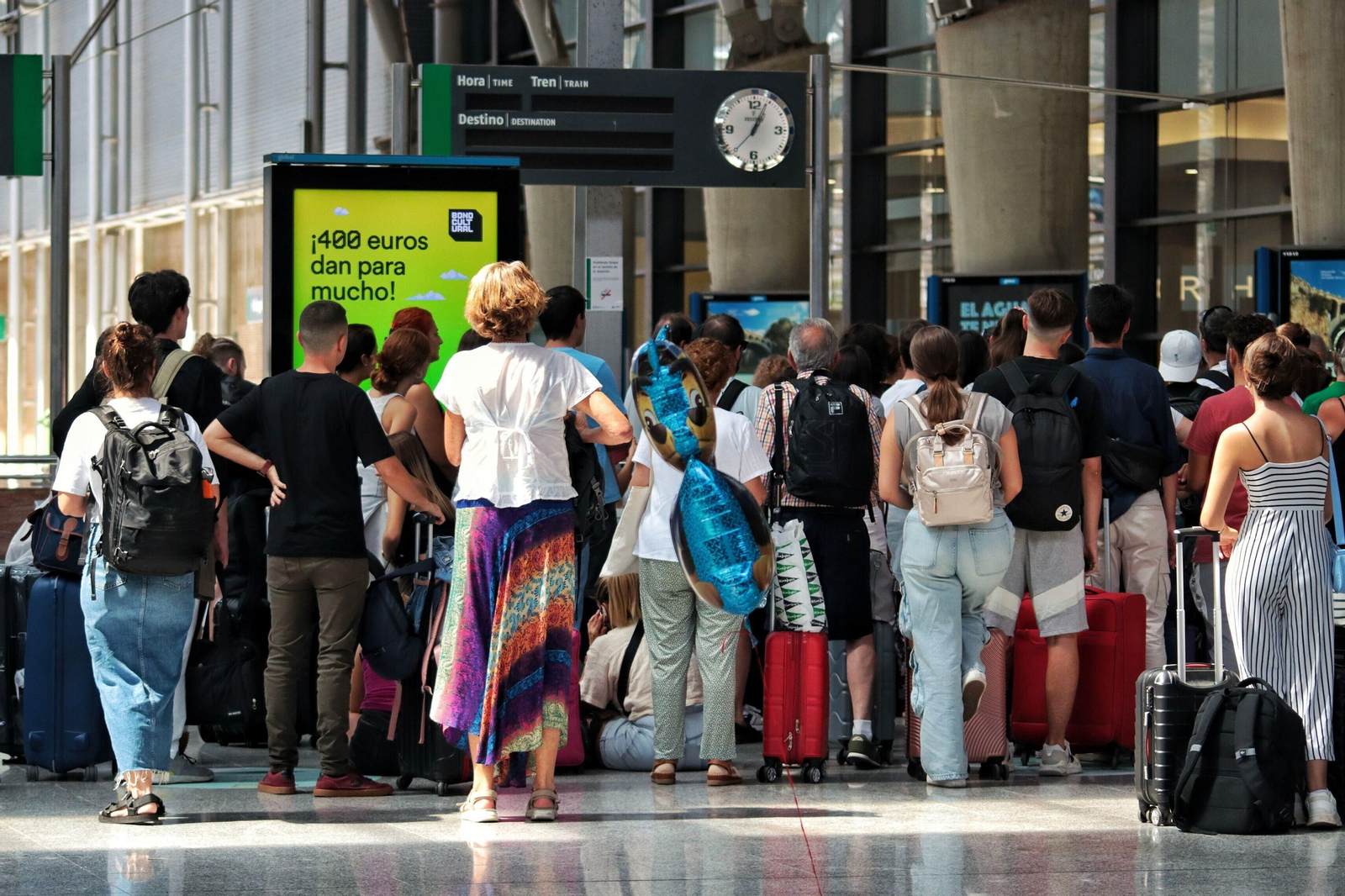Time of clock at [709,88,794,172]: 1:04
